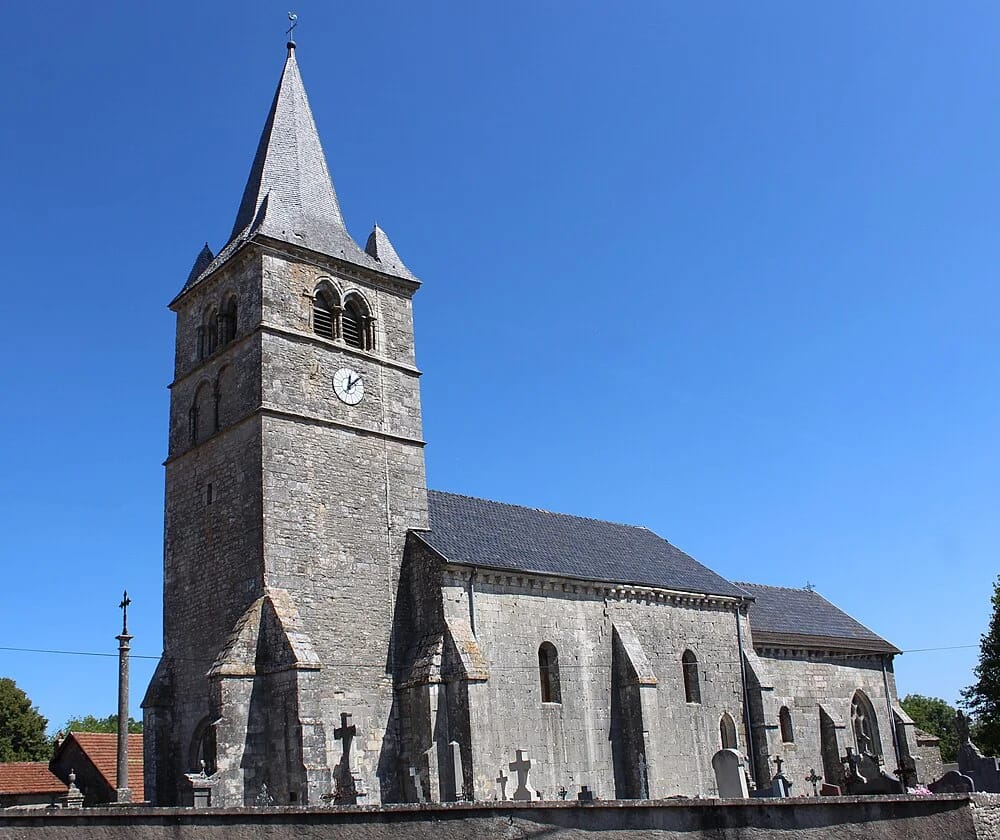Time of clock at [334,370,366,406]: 12:07
